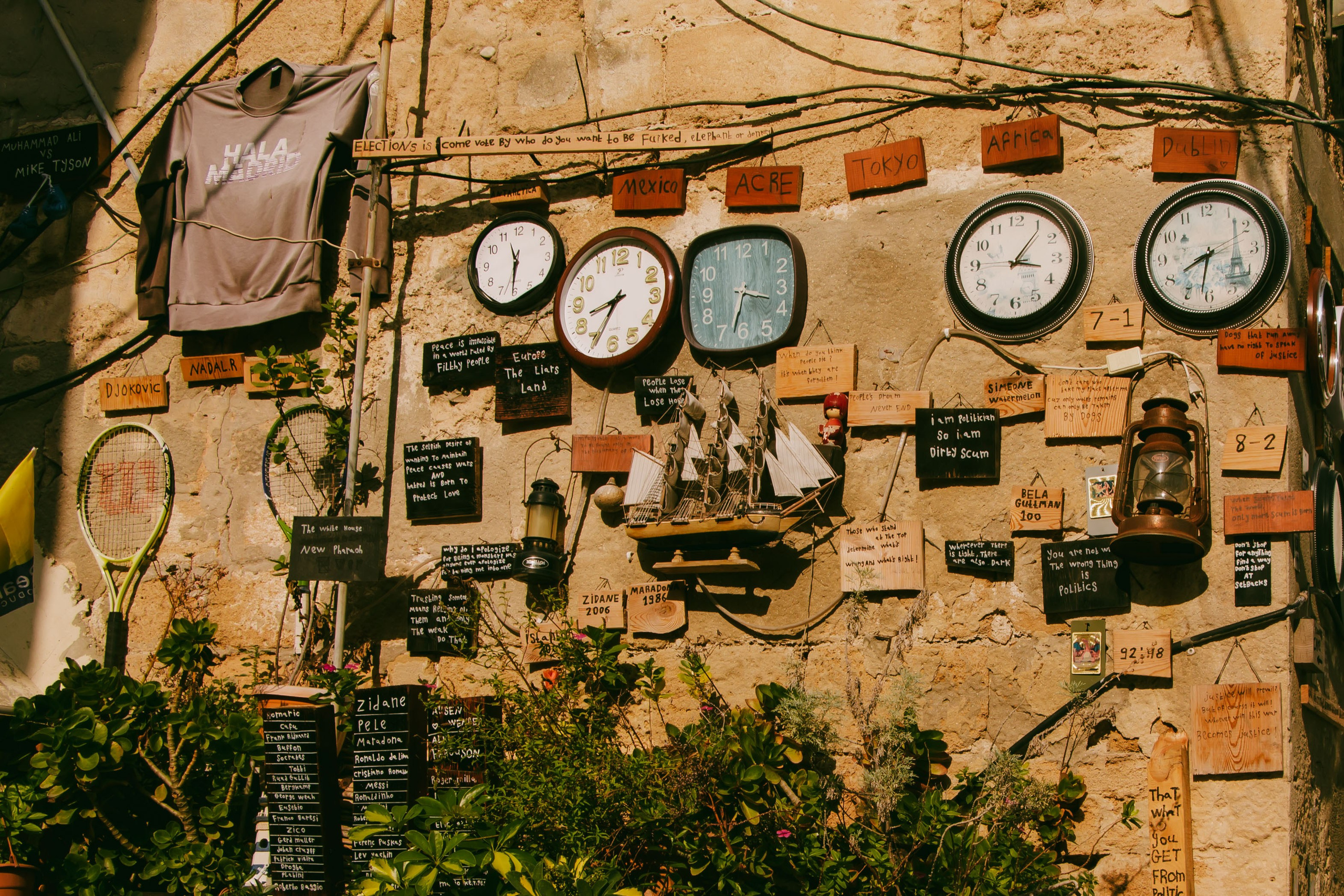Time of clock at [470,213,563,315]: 11:30
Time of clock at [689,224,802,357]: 3:32
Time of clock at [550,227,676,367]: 8:34
